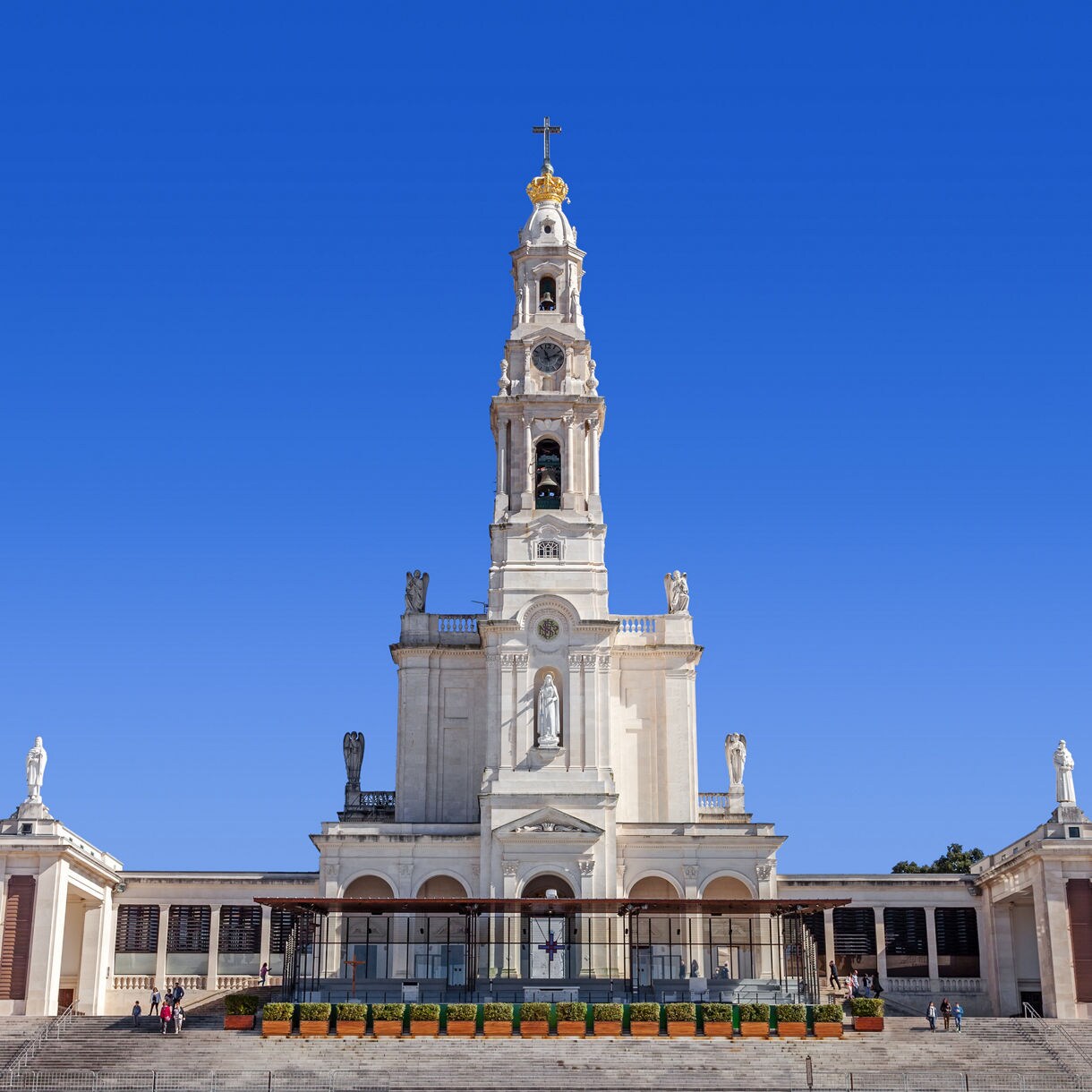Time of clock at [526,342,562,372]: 11:12
